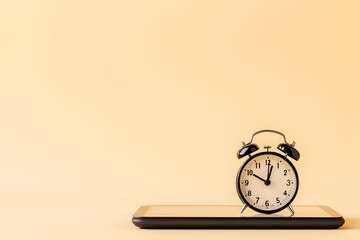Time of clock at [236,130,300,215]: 10:02
